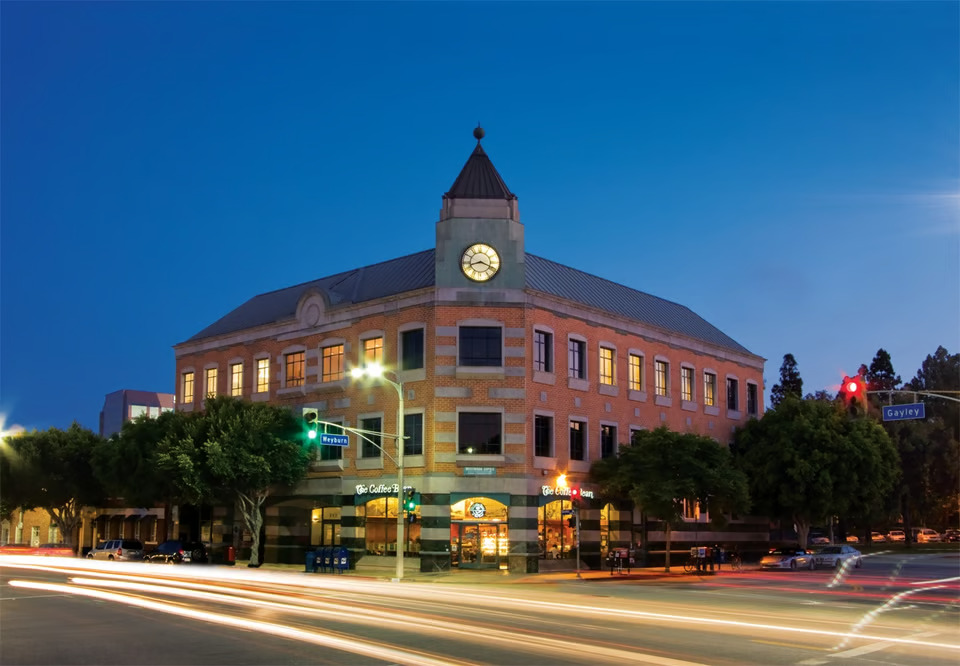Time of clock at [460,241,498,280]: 8:18
